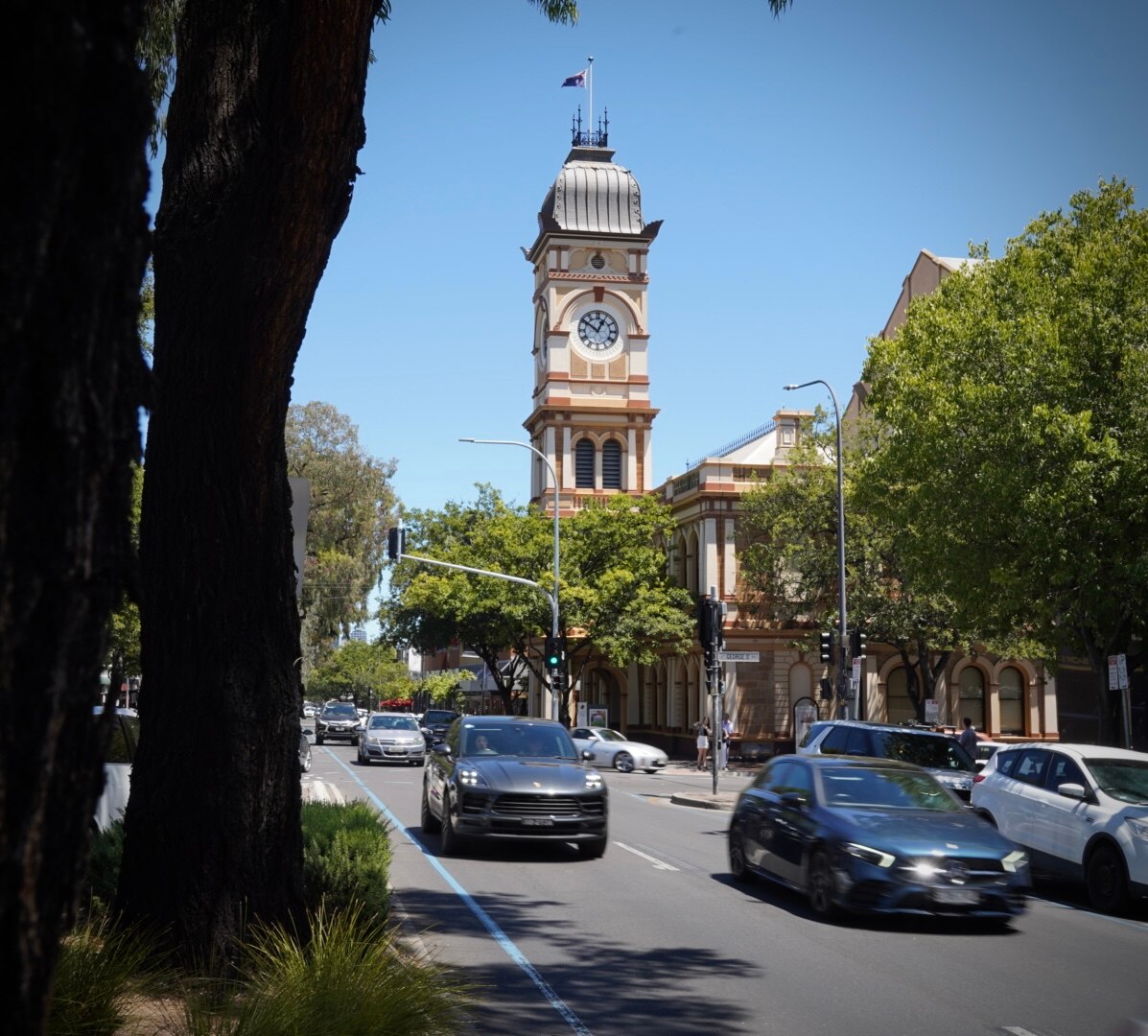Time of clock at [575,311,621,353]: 12:51
